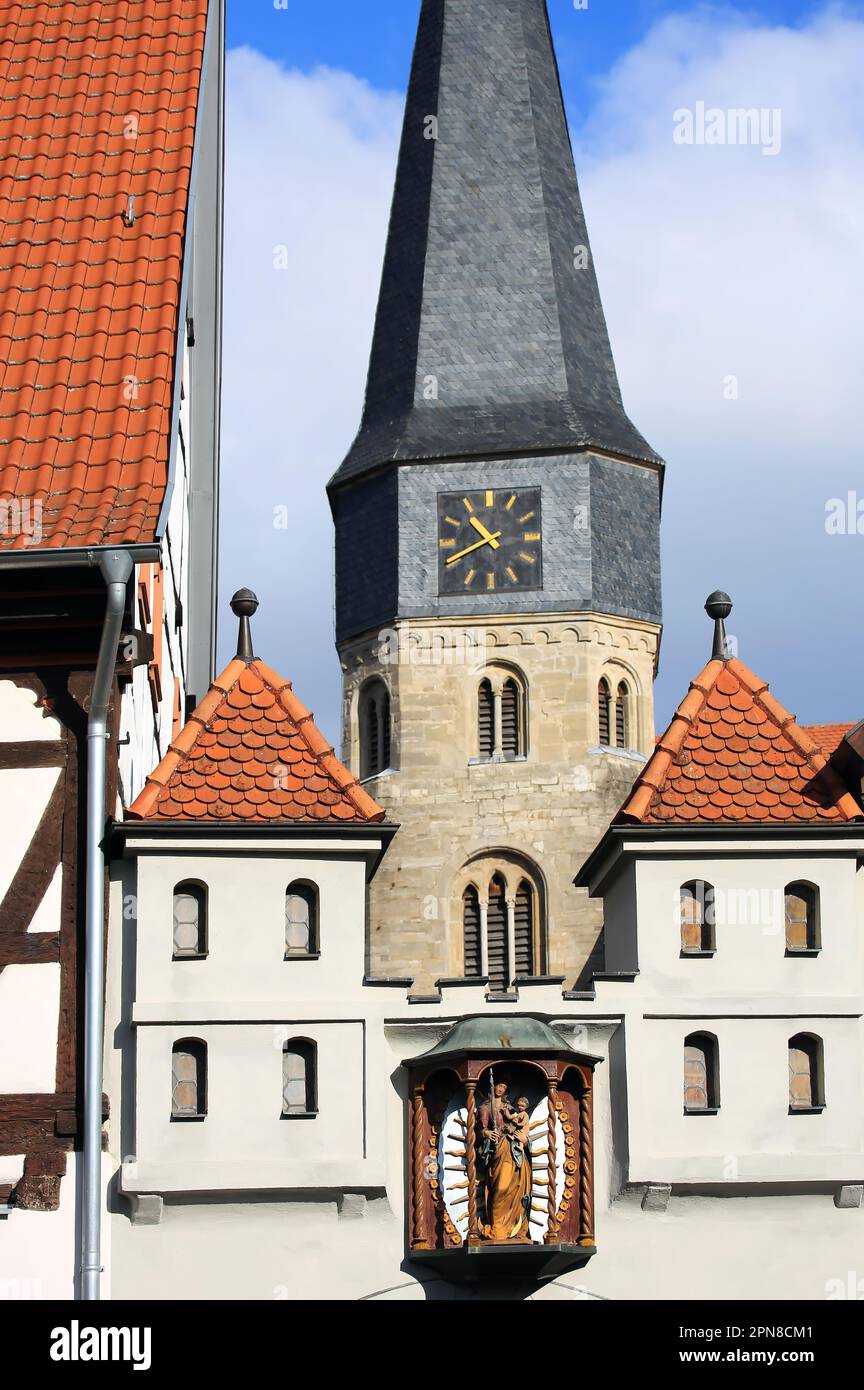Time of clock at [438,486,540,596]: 10:40
